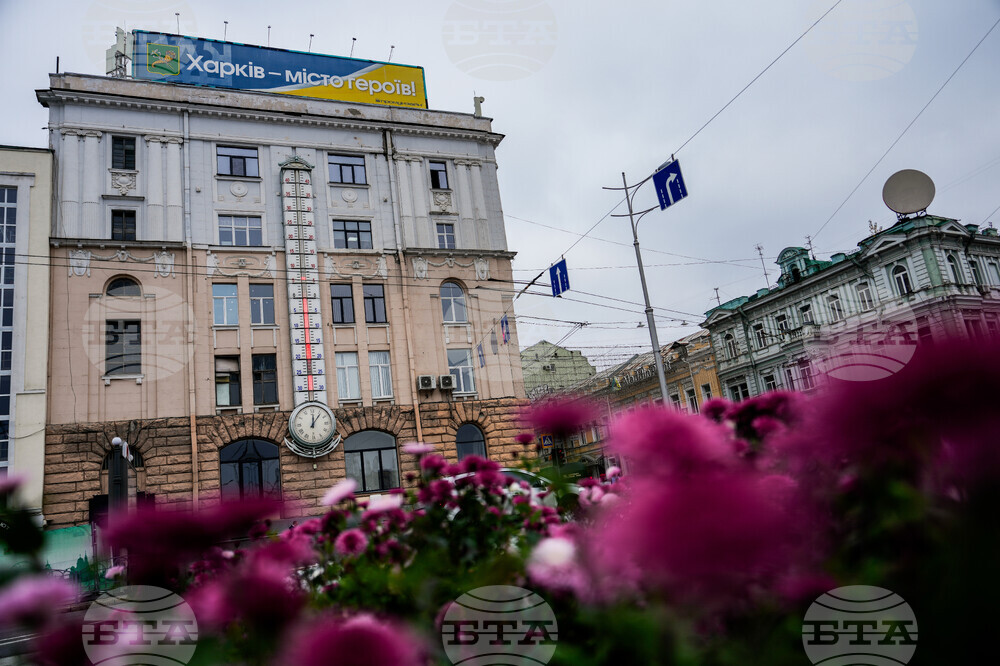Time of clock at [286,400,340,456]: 12:06
